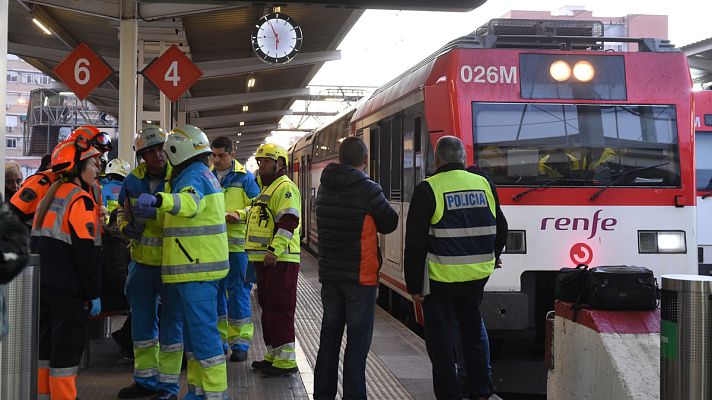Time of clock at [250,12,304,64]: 5:55
